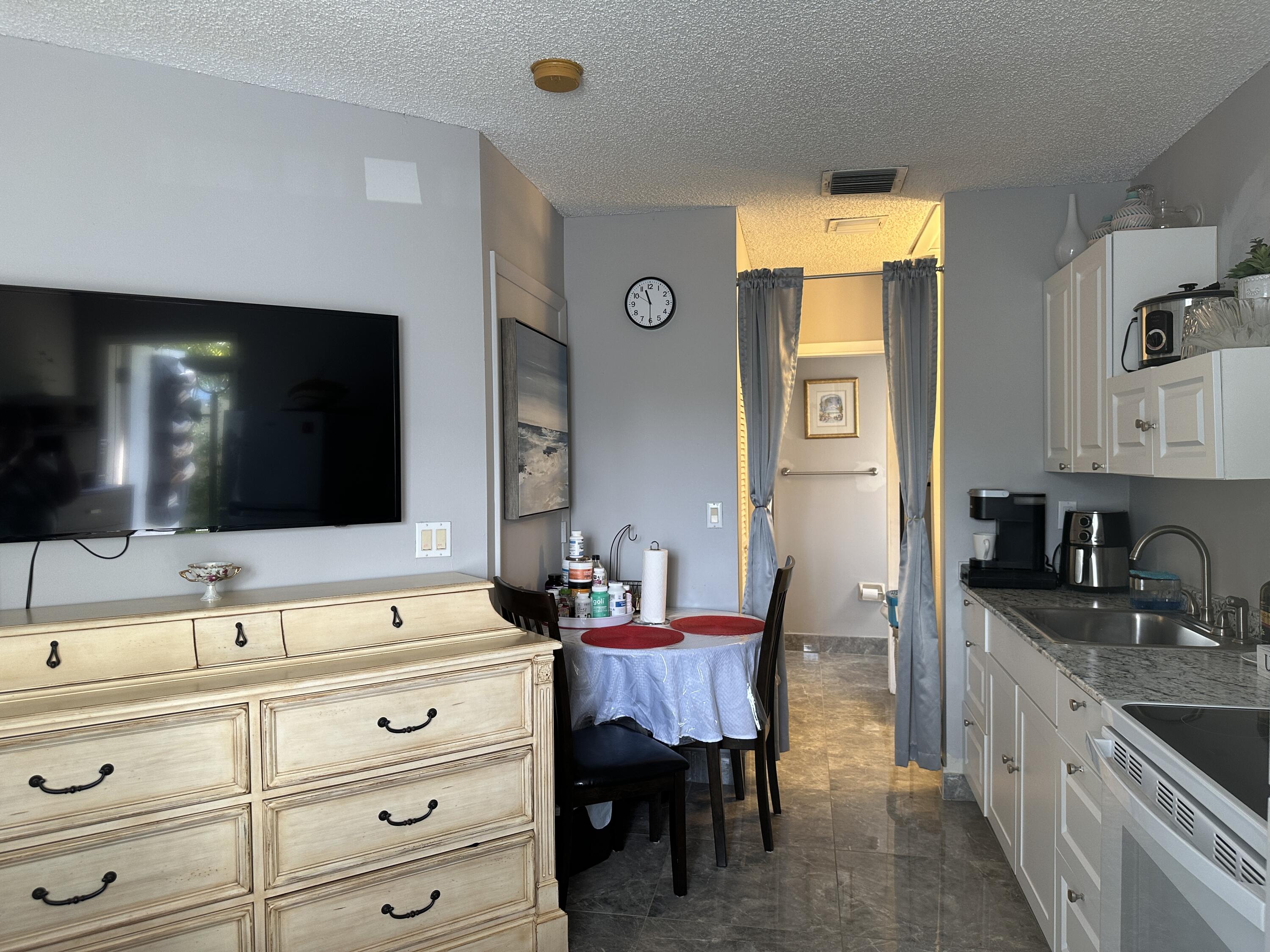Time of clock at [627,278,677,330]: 11:29
